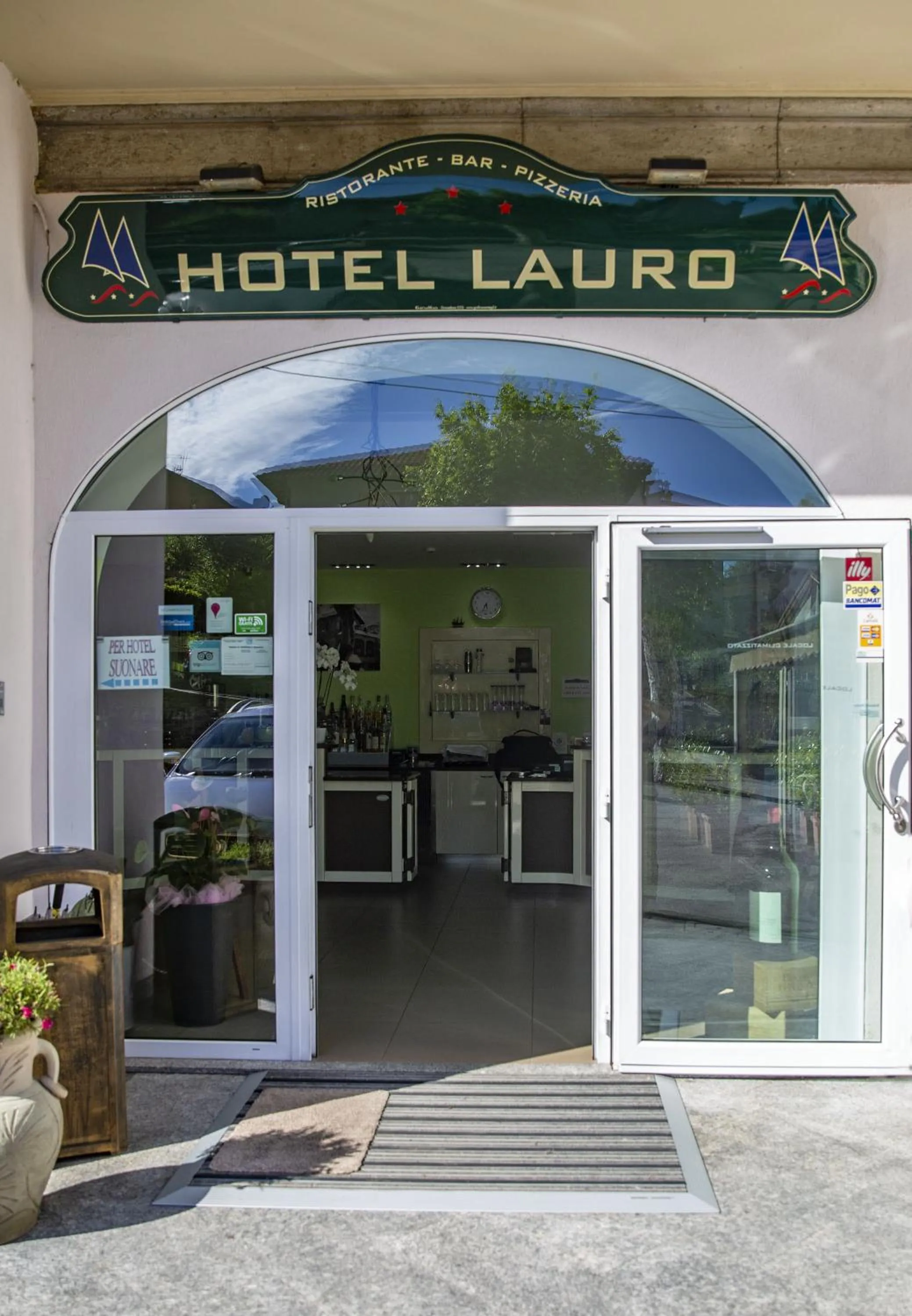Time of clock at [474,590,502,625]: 5:34
